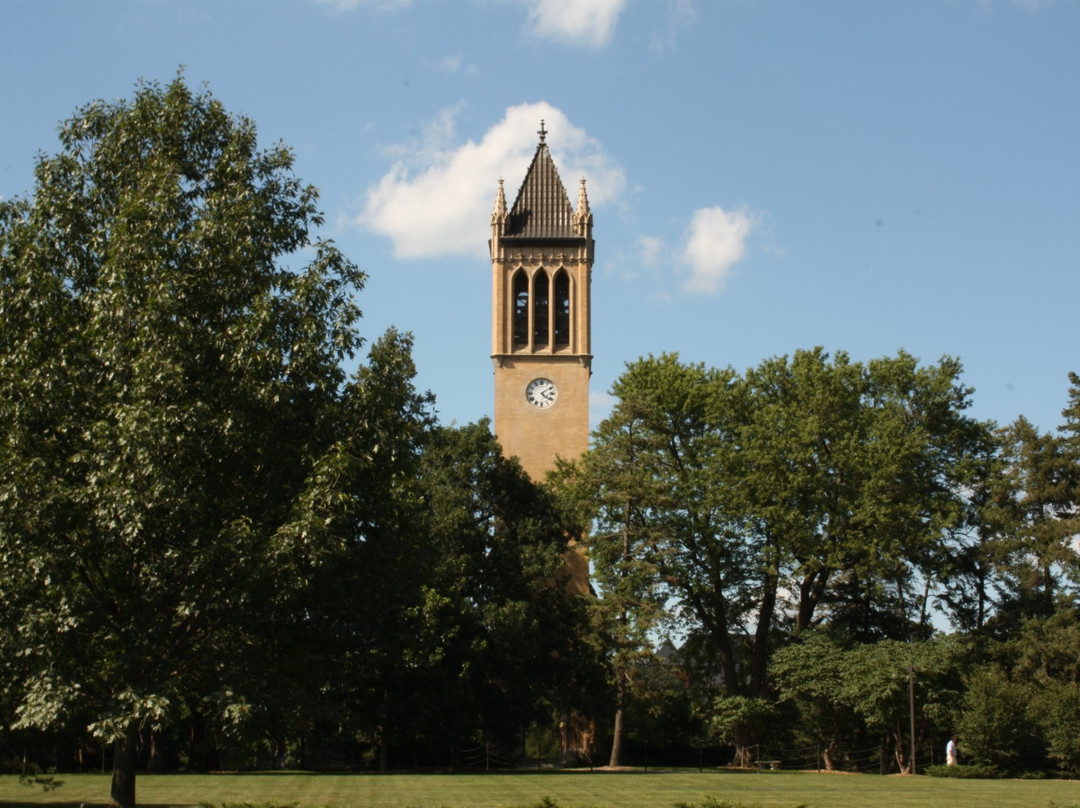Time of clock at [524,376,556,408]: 4:09
